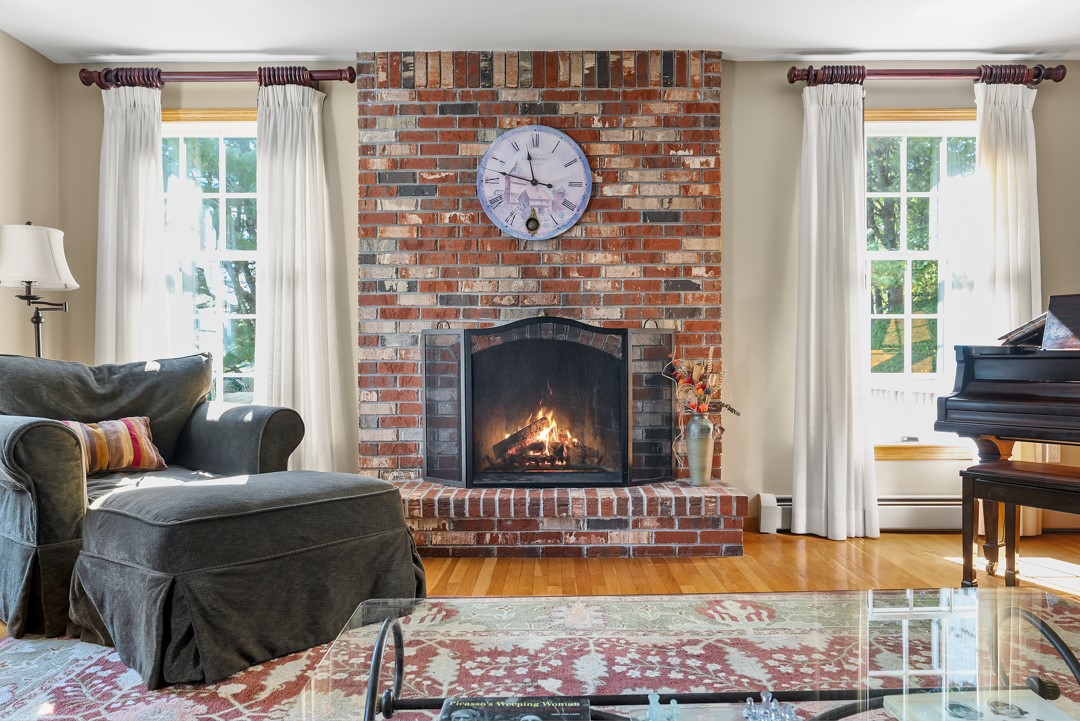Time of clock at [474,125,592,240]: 11:47
